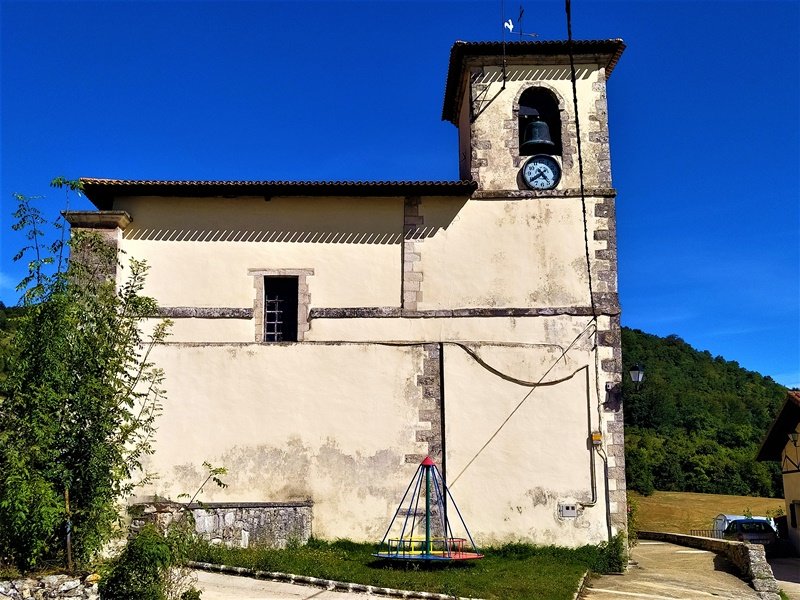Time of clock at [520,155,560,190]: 4:38
